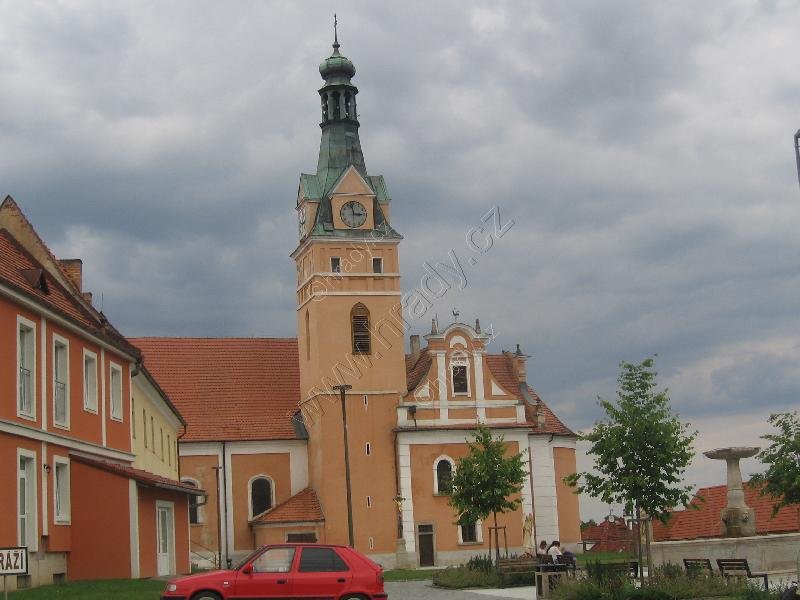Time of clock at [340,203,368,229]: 2:58
